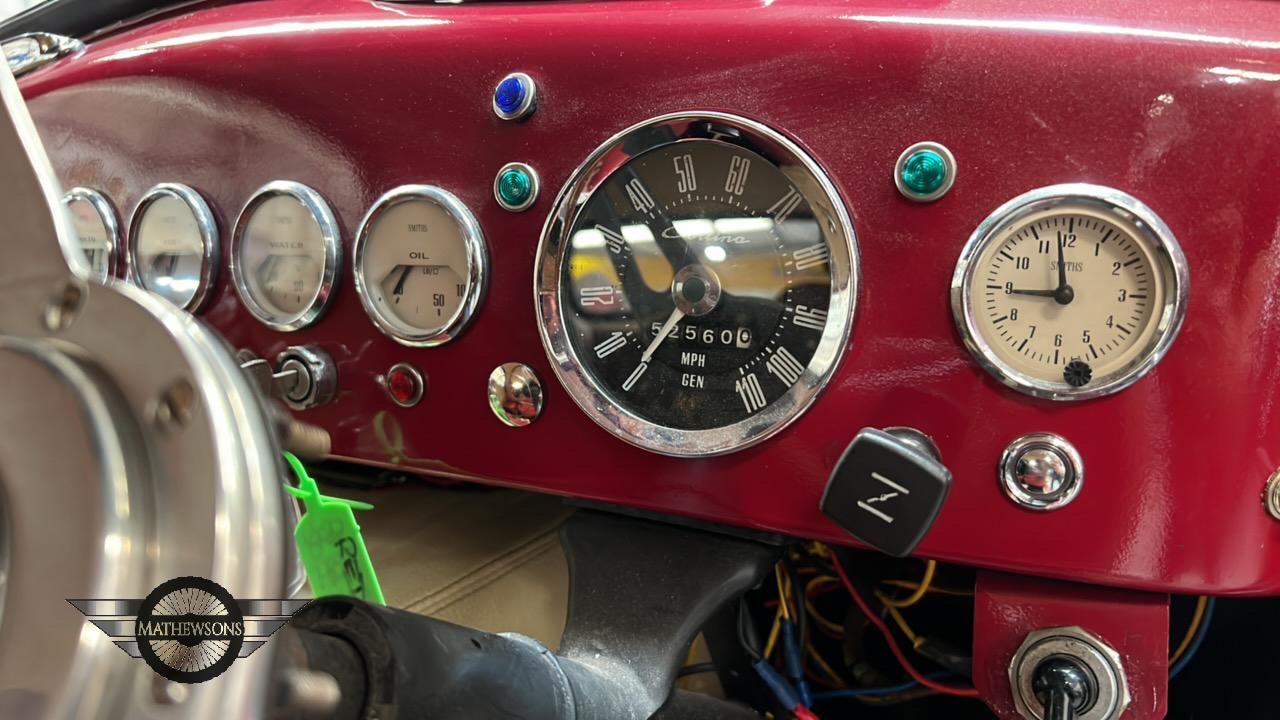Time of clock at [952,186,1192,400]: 8:58
